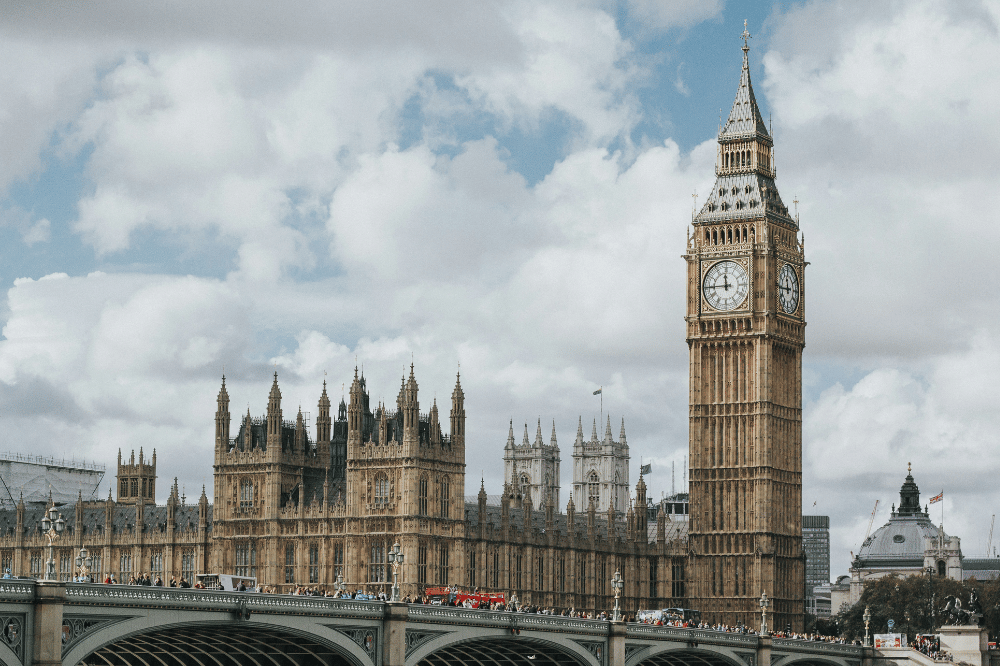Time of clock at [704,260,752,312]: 11:44
